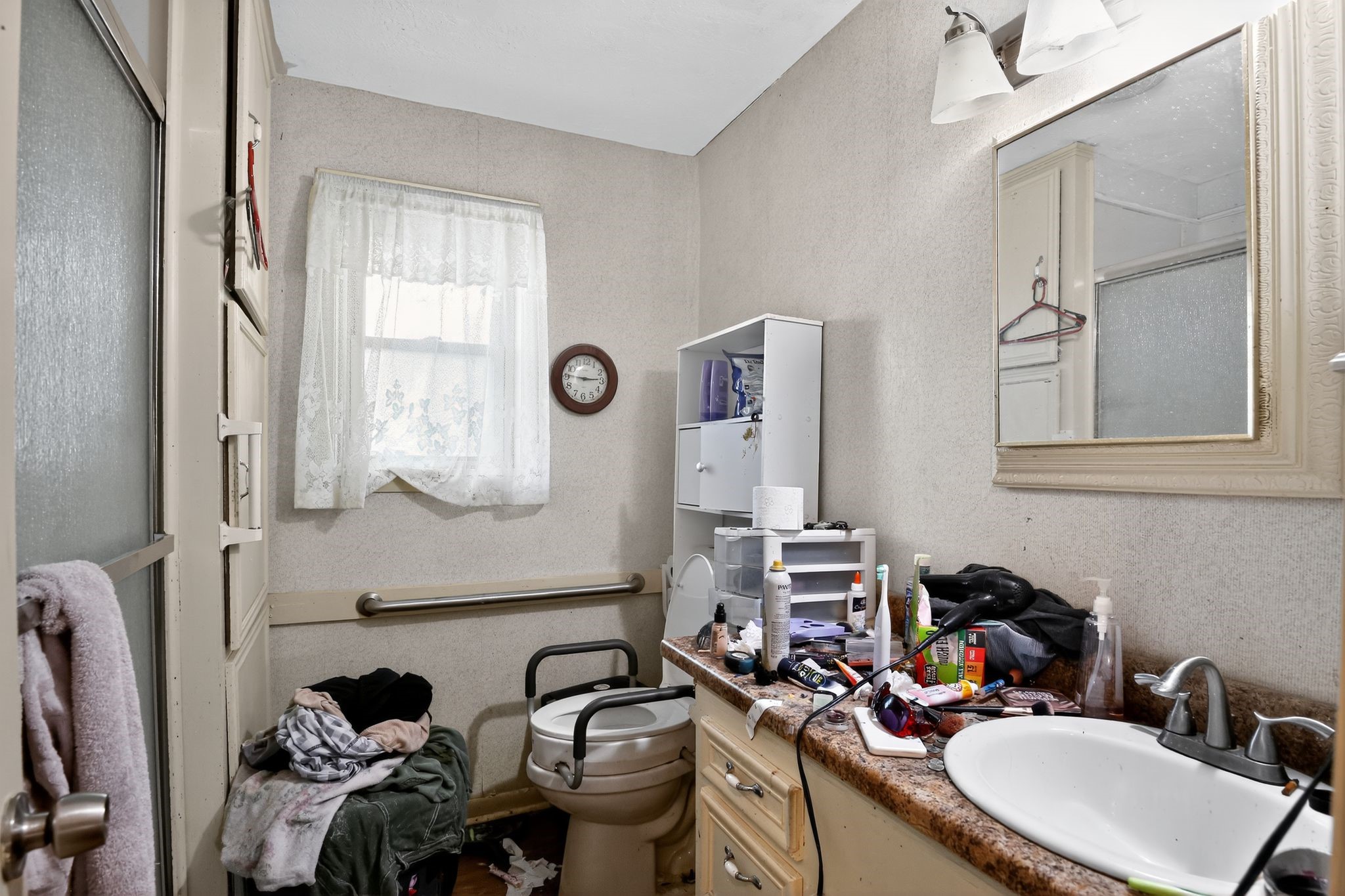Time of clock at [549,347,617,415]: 2:46
